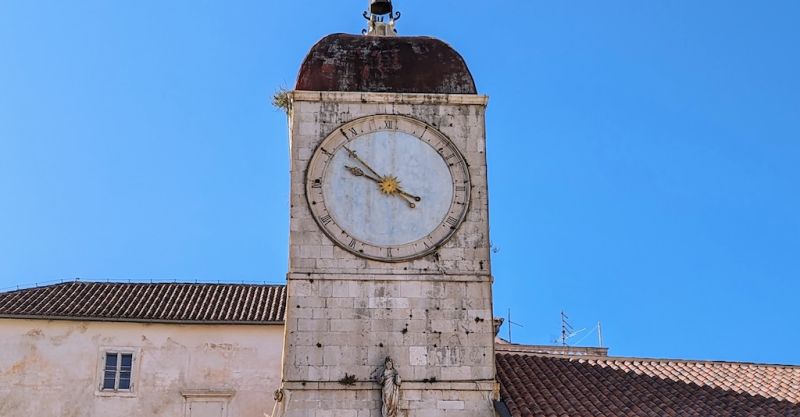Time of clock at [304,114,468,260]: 9:52
